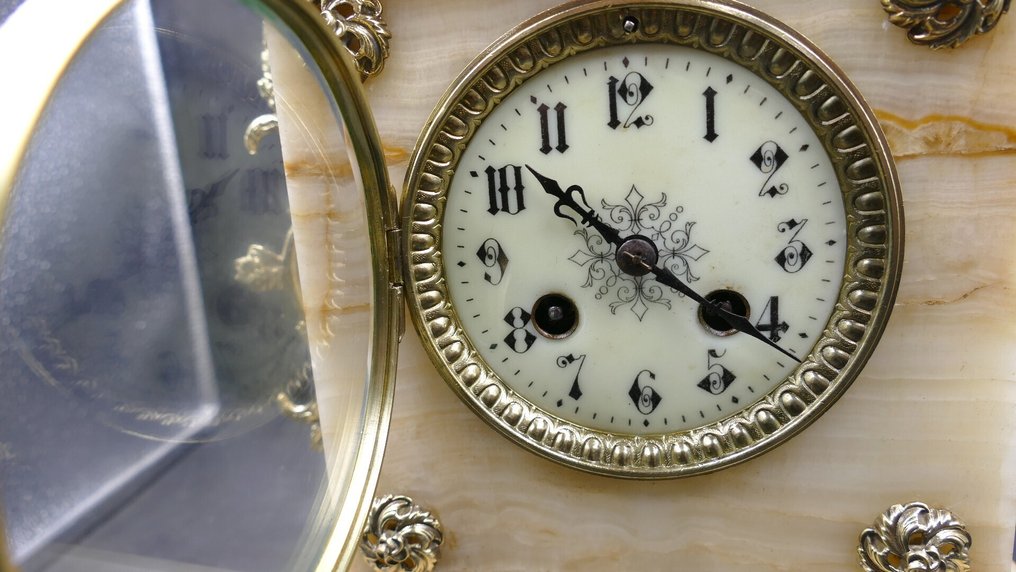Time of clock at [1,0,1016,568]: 10:20
